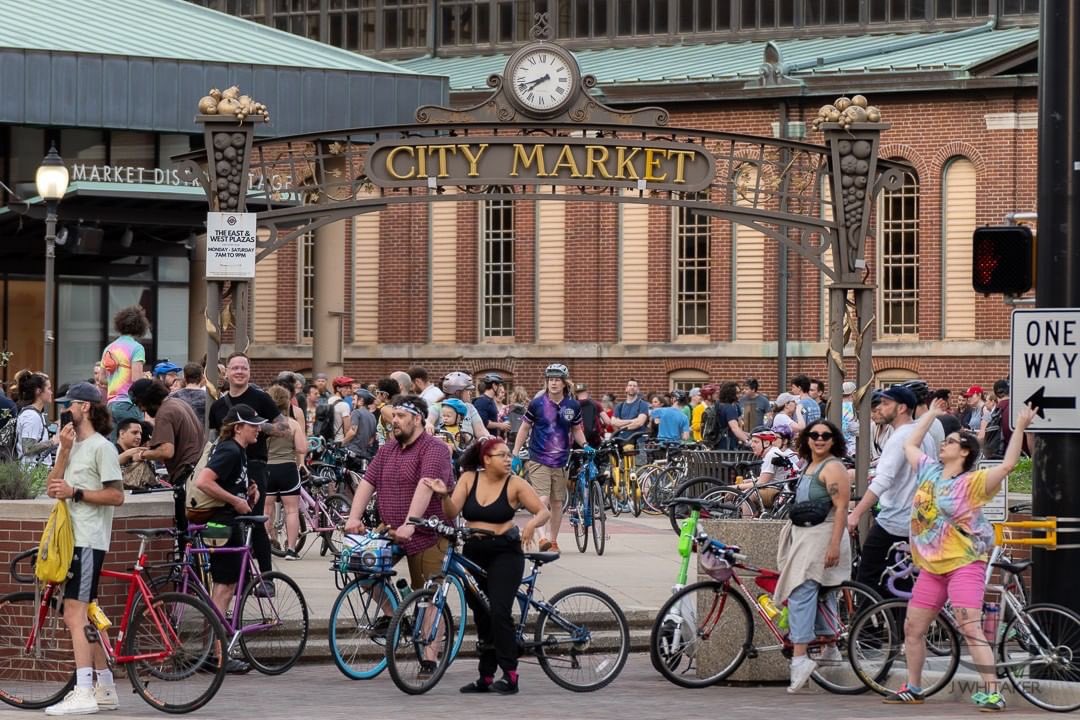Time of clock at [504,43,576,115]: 7:42
